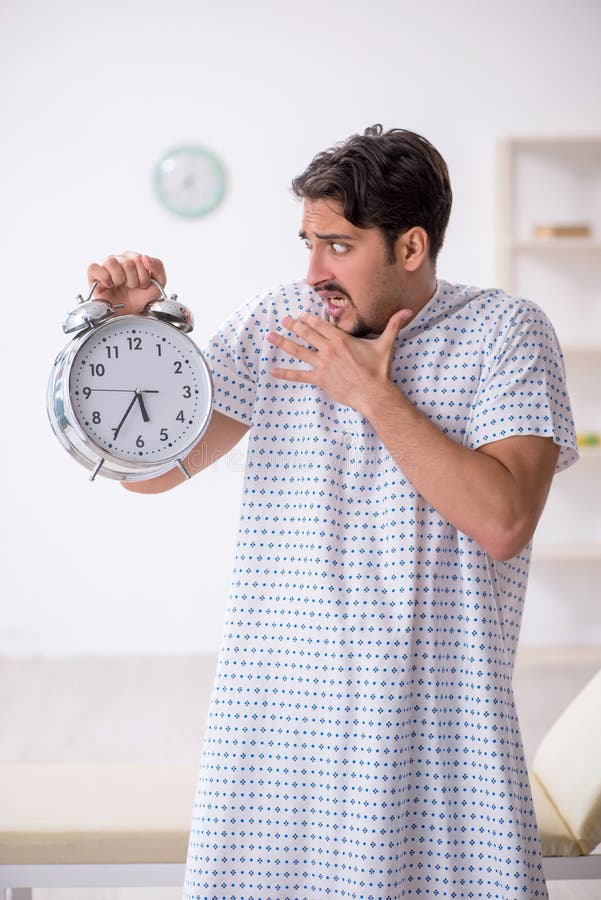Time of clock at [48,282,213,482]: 5:35
